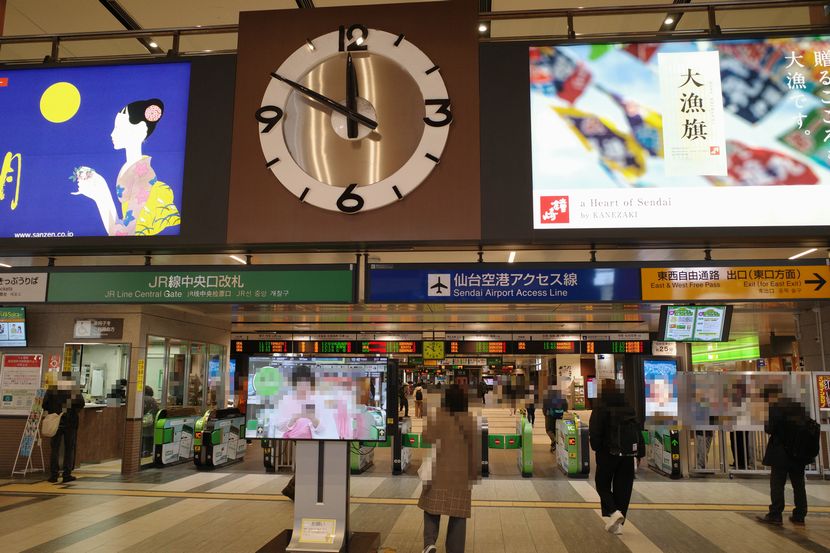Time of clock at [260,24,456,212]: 11:49
